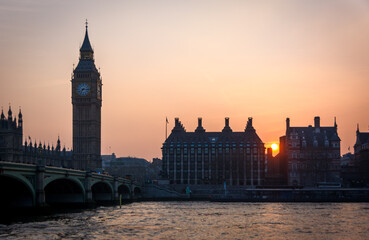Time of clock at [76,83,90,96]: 7:15
